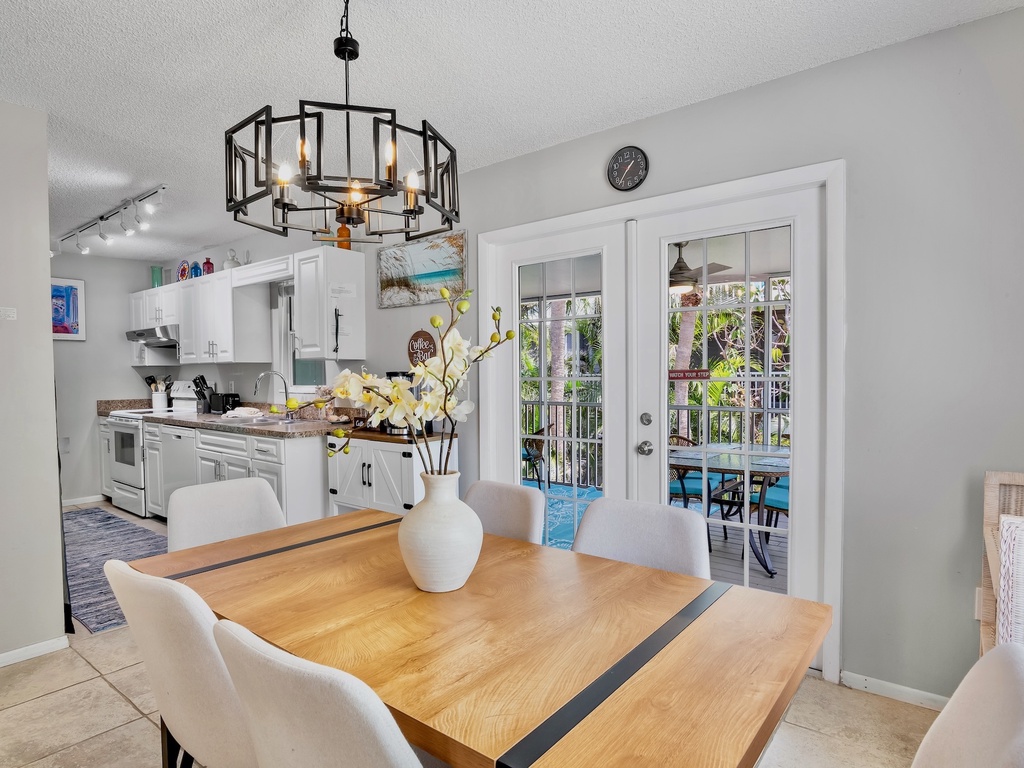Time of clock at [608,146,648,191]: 1:36
